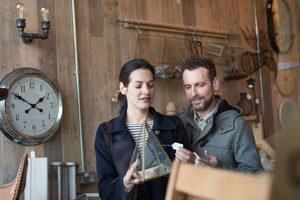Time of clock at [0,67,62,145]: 1:50
